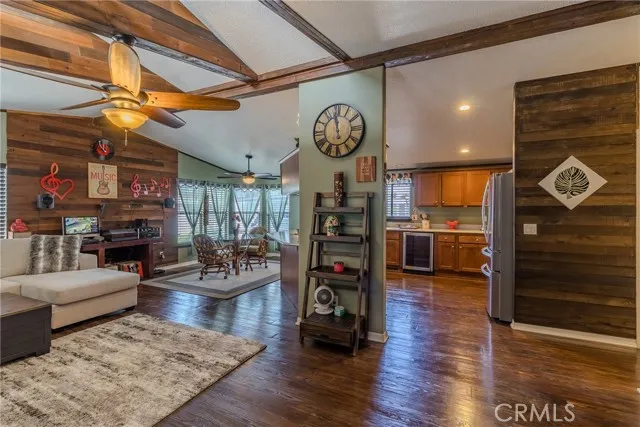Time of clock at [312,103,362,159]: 11:58
